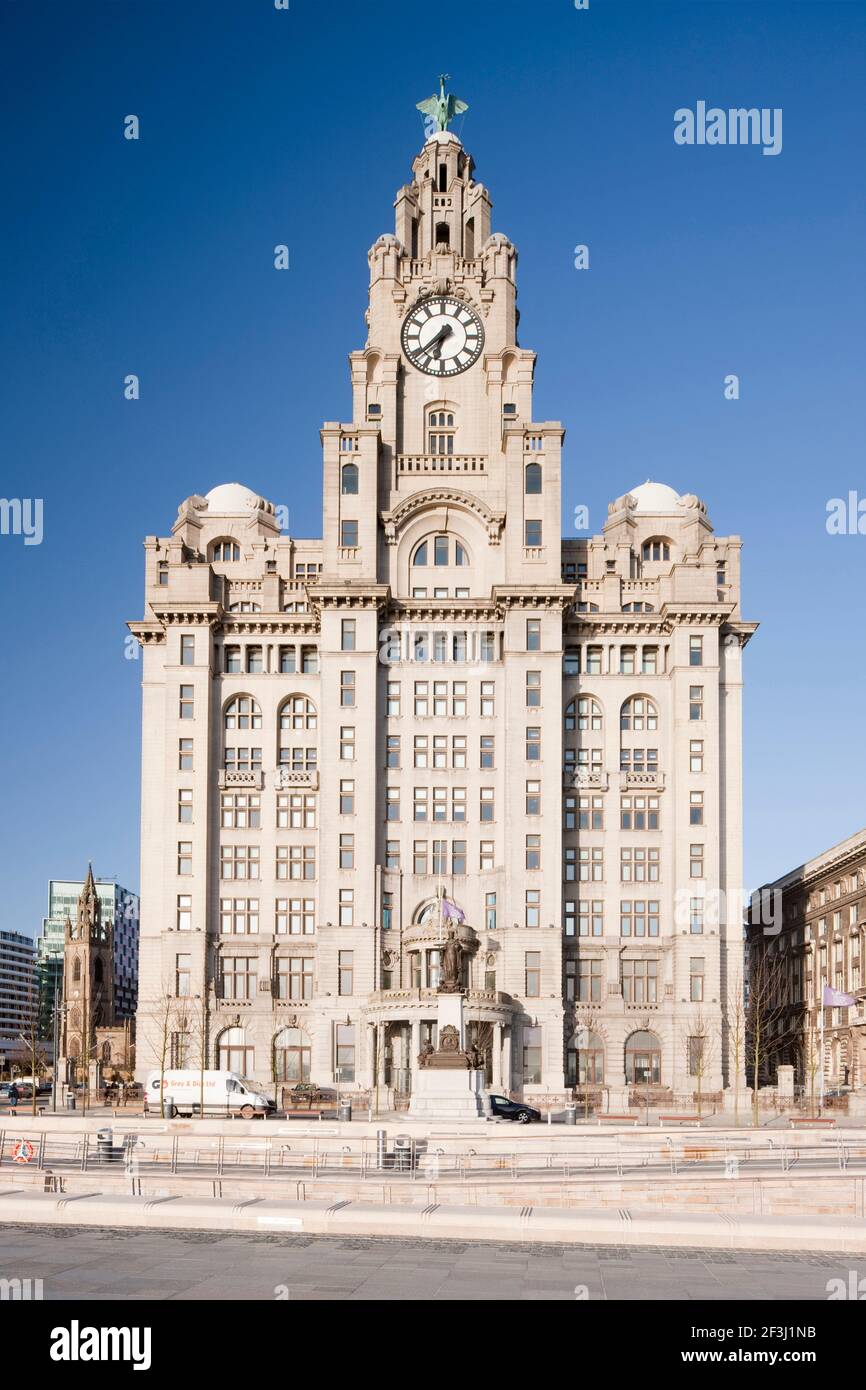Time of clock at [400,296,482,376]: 6:38
